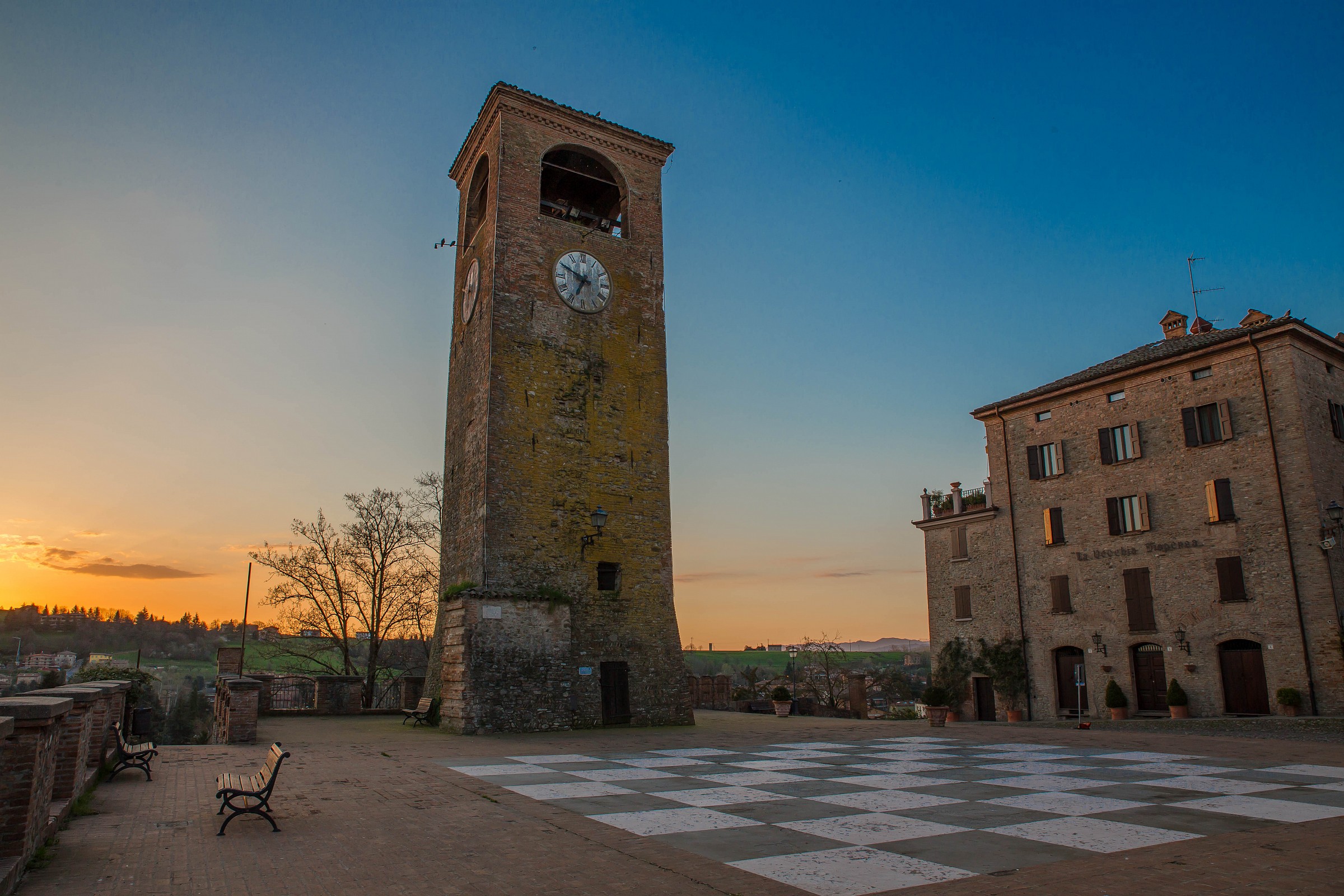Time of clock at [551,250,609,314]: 6:49
